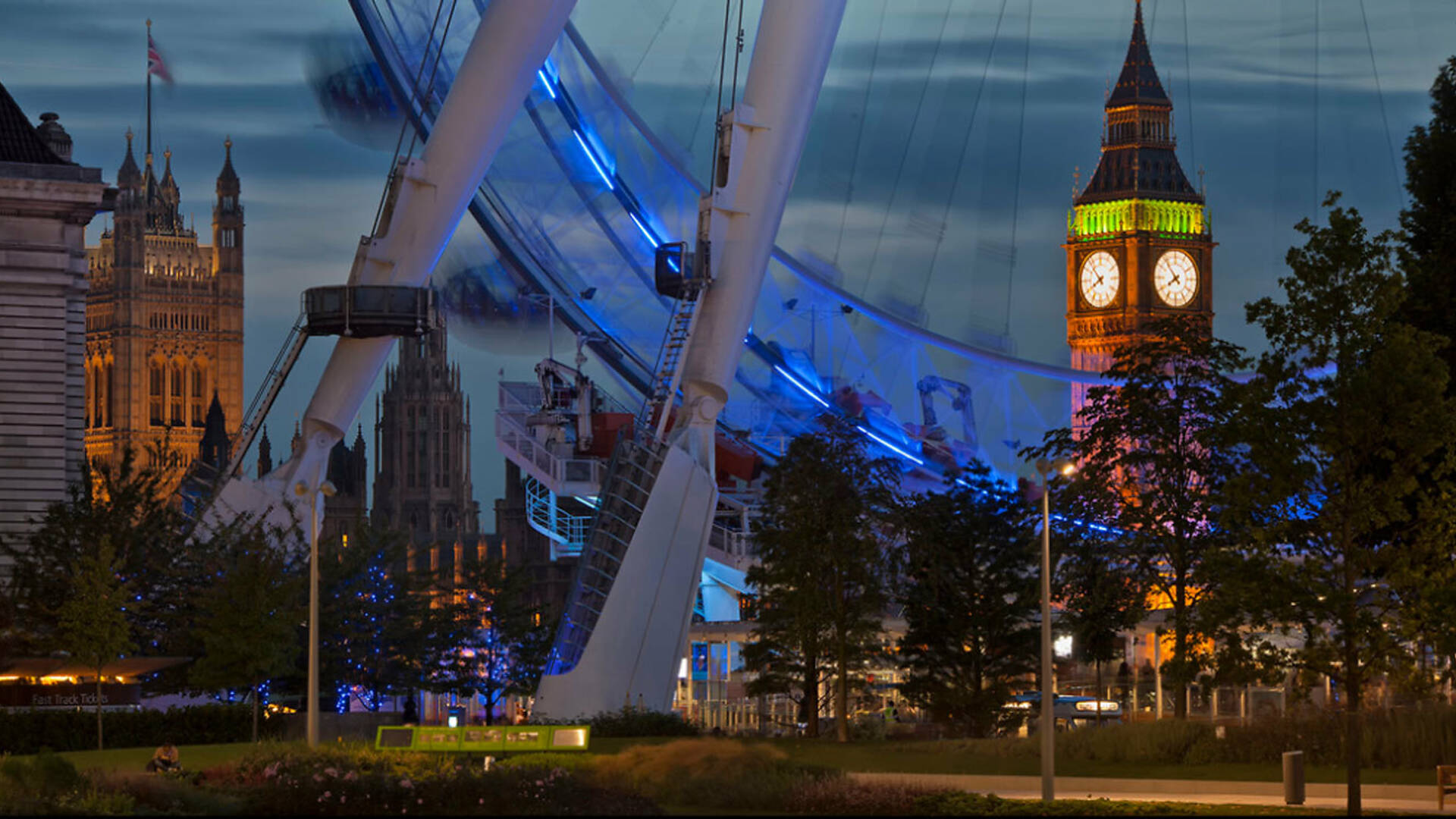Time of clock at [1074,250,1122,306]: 7:52
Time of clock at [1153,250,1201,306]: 7:53
